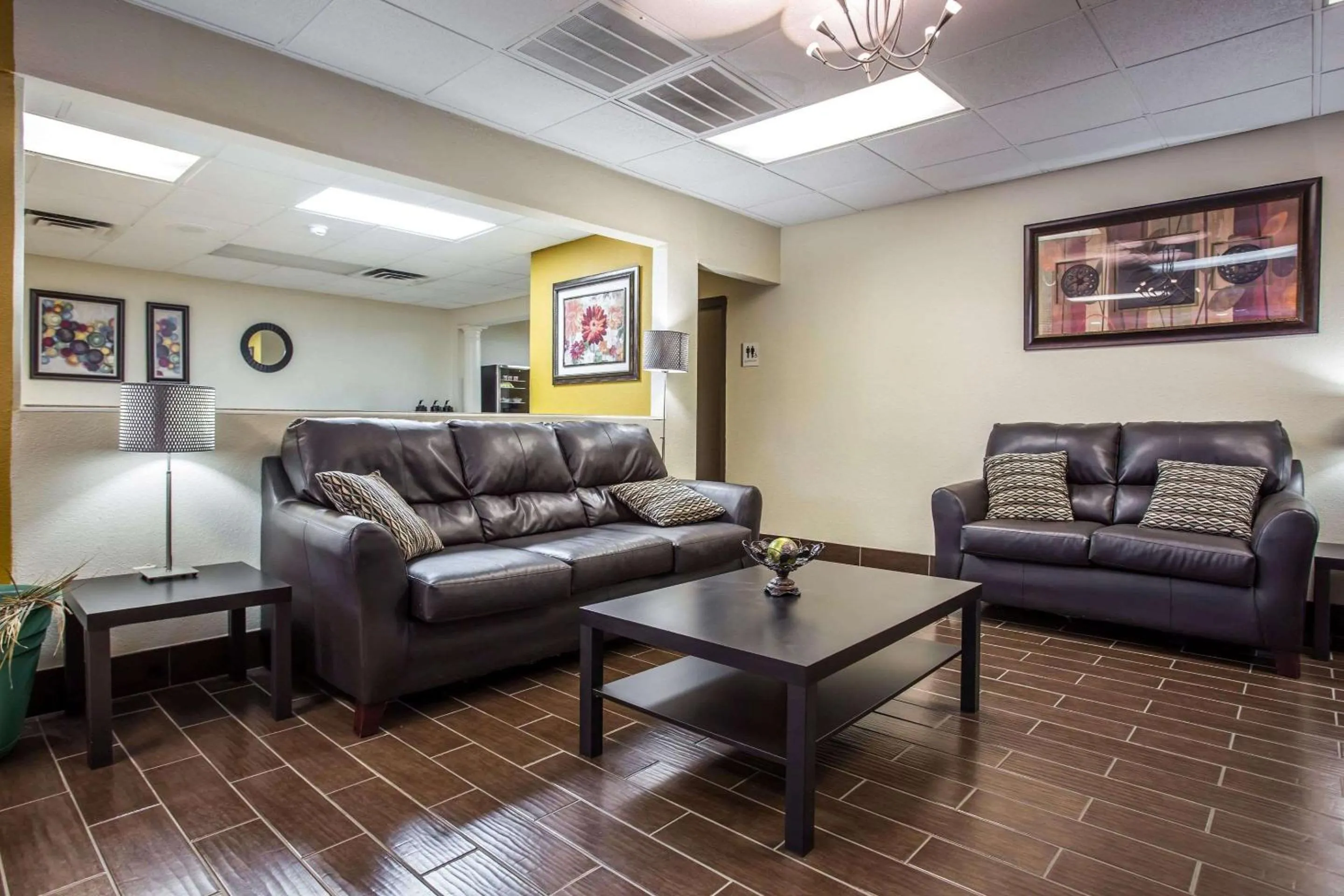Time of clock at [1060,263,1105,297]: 6:40
